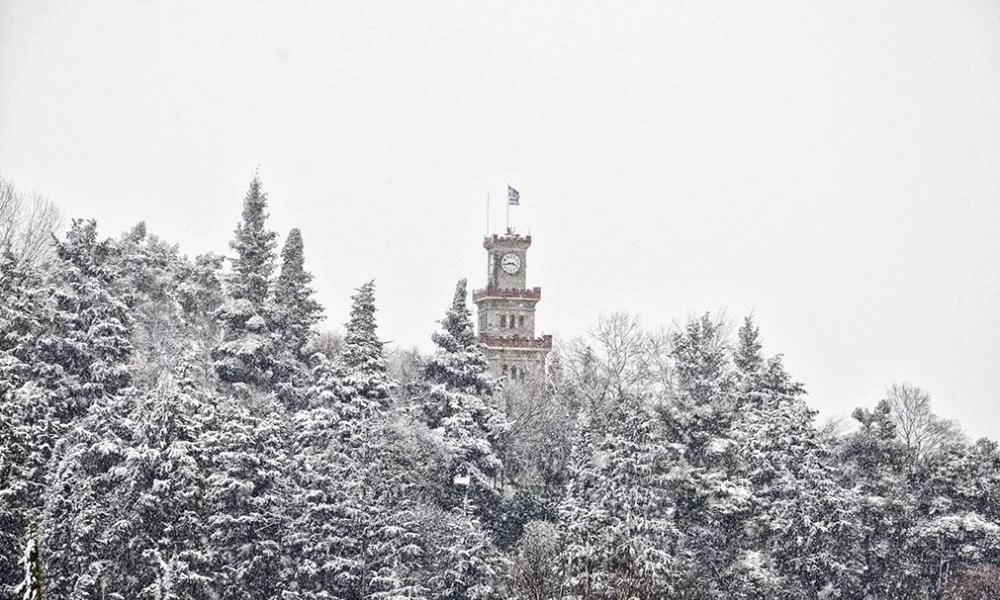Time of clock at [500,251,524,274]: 3:43
